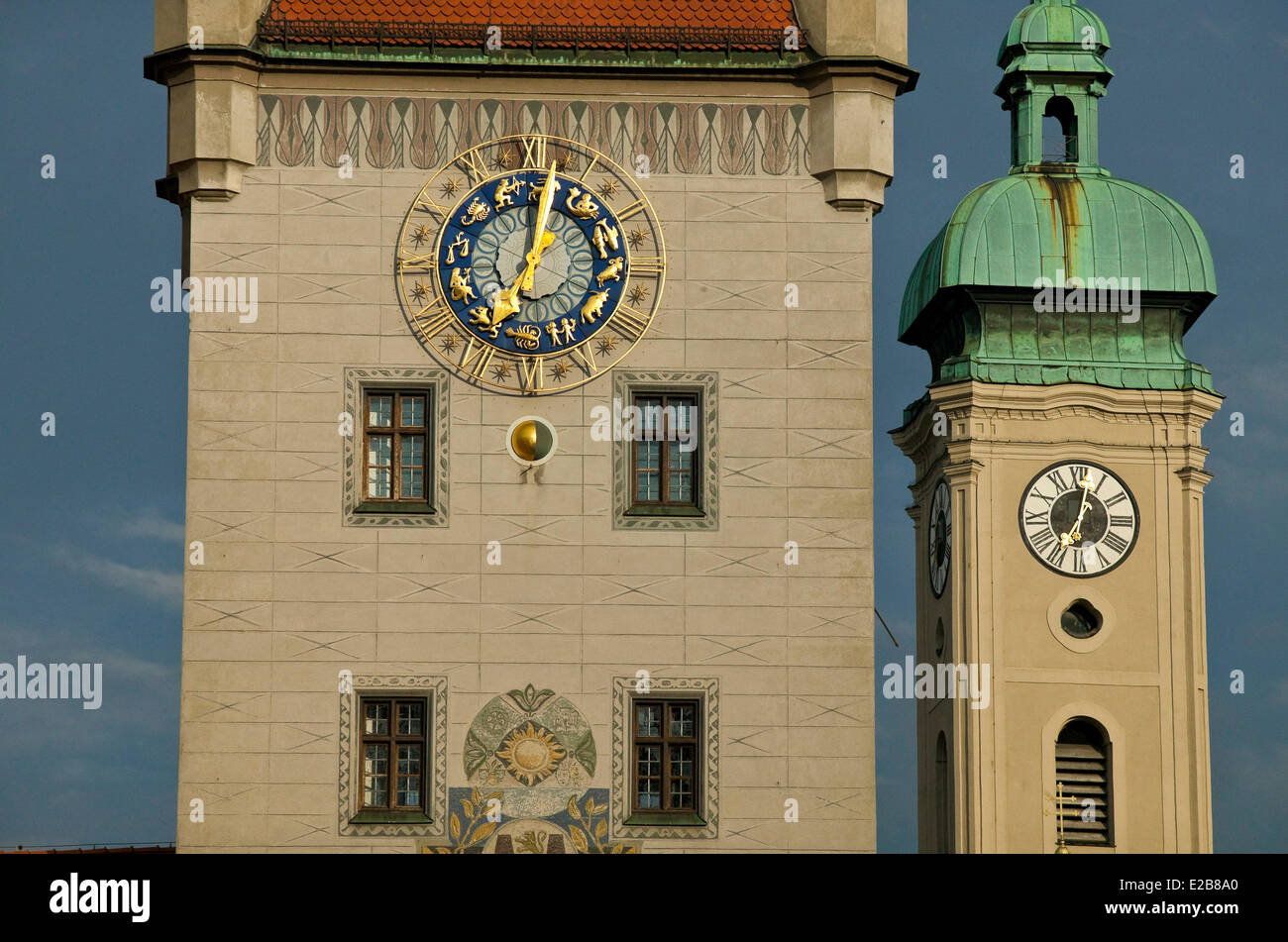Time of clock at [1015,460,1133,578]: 7:02
